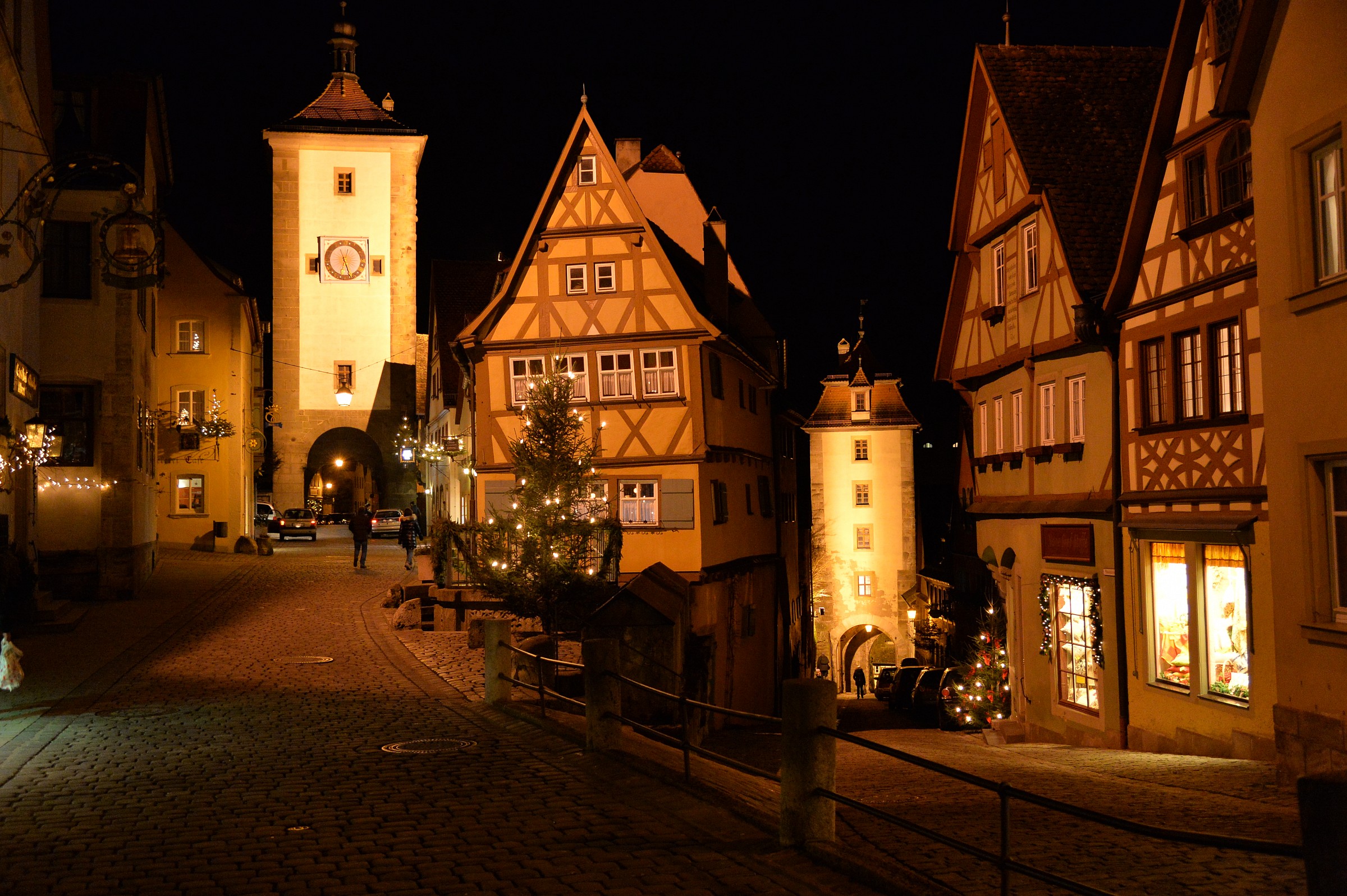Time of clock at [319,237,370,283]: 12:26
